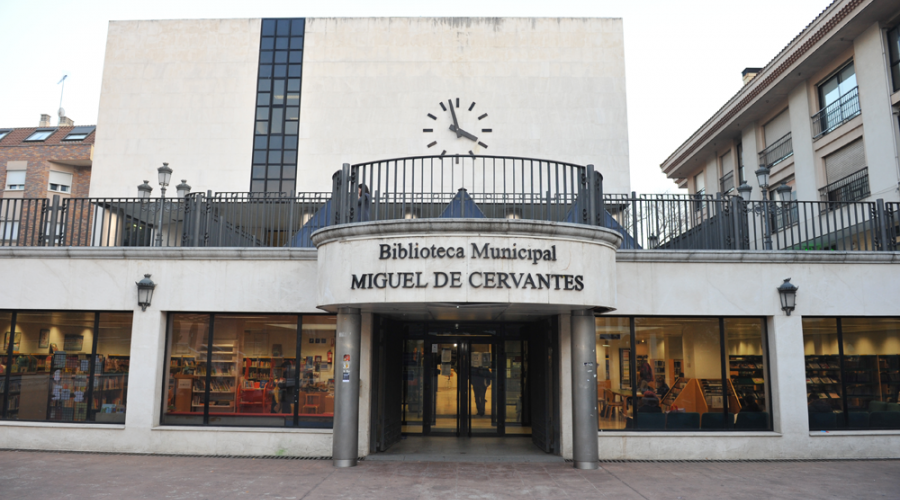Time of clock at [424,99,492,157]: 3:57
